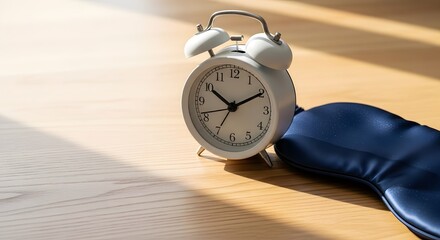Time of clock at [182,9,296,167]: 10:10
